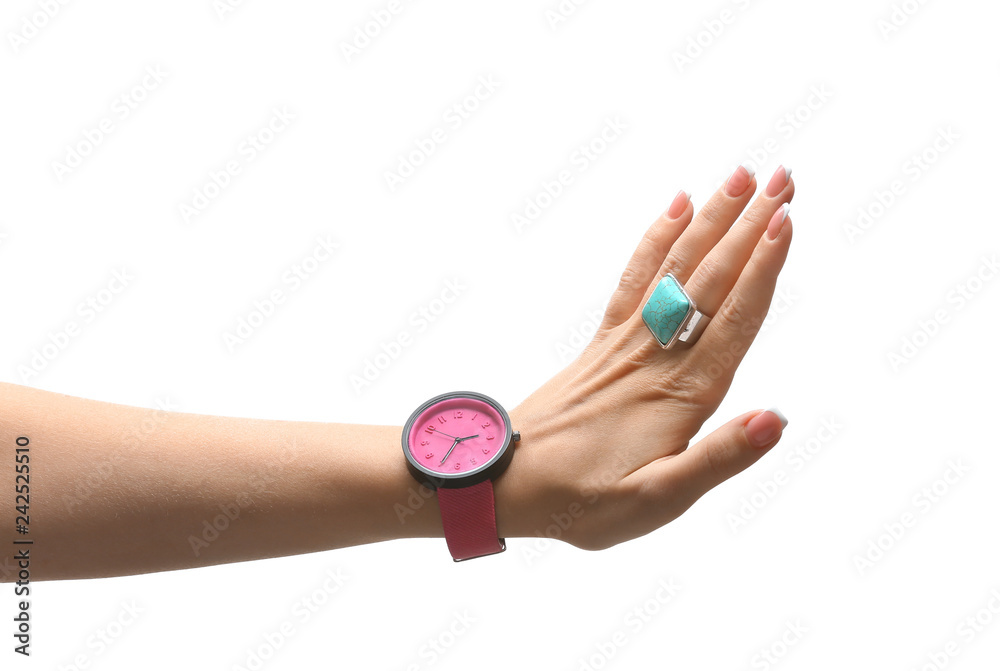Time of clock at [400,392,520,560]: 2:35
